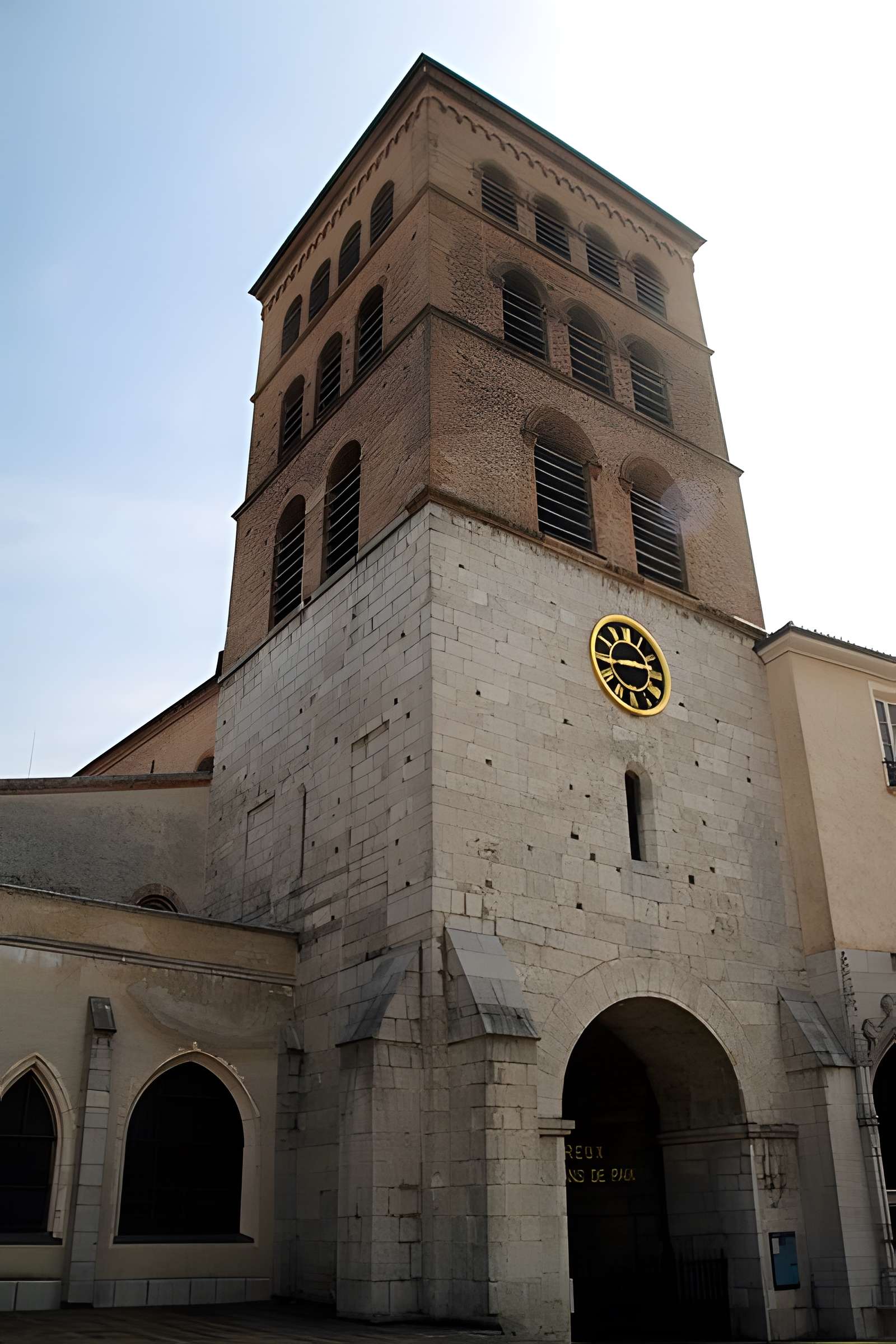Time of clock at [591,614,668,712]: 2:43
